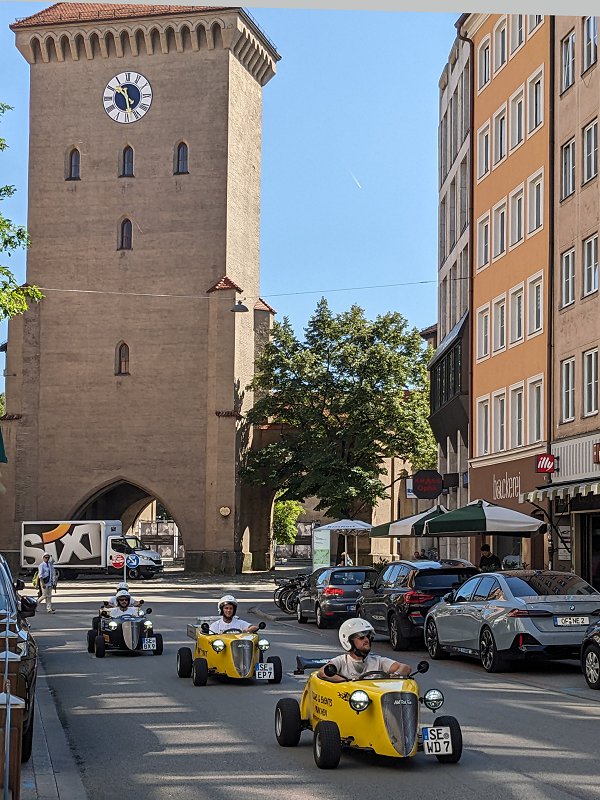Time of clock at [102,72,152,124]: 10:28
